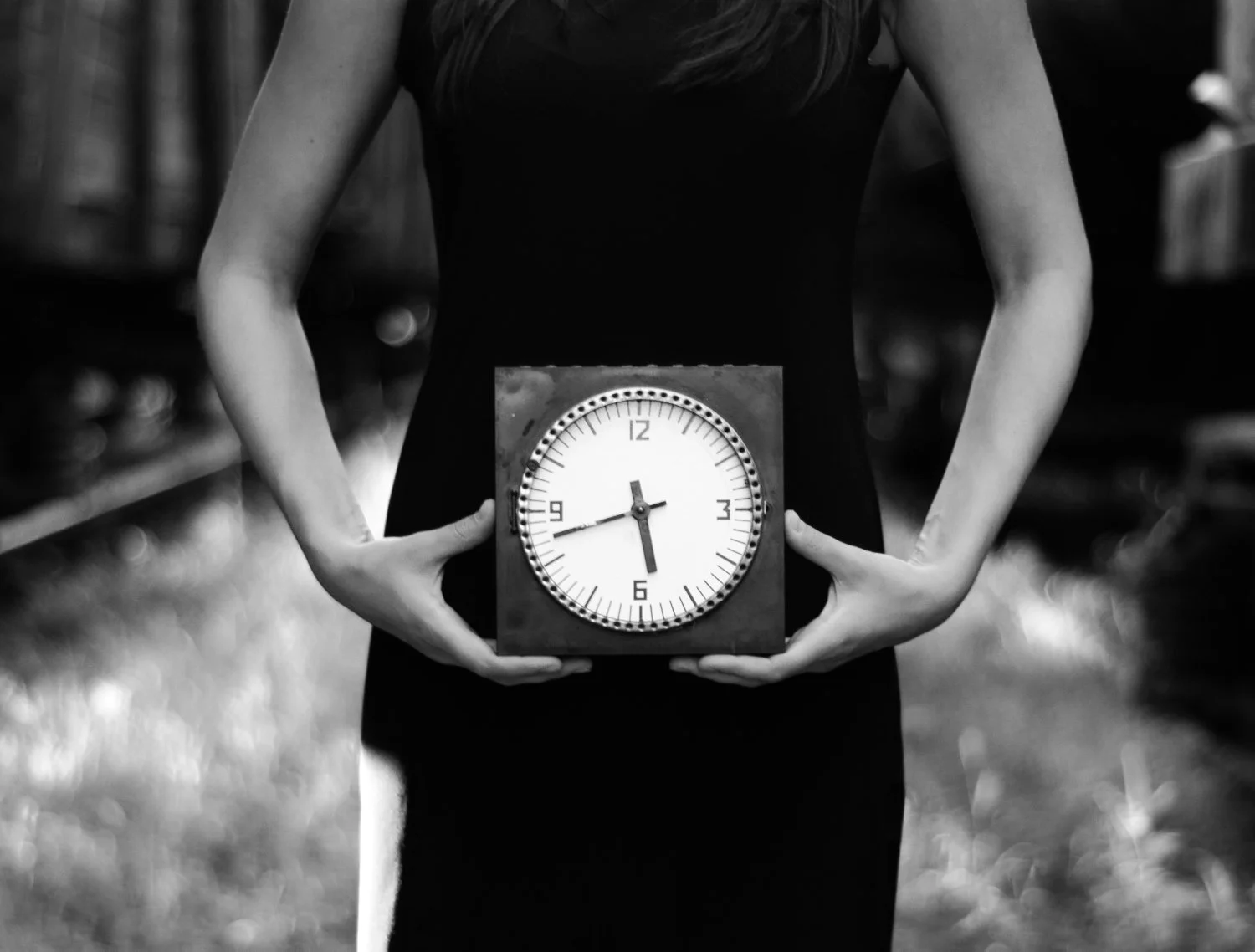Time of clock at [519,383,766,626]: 5:42
